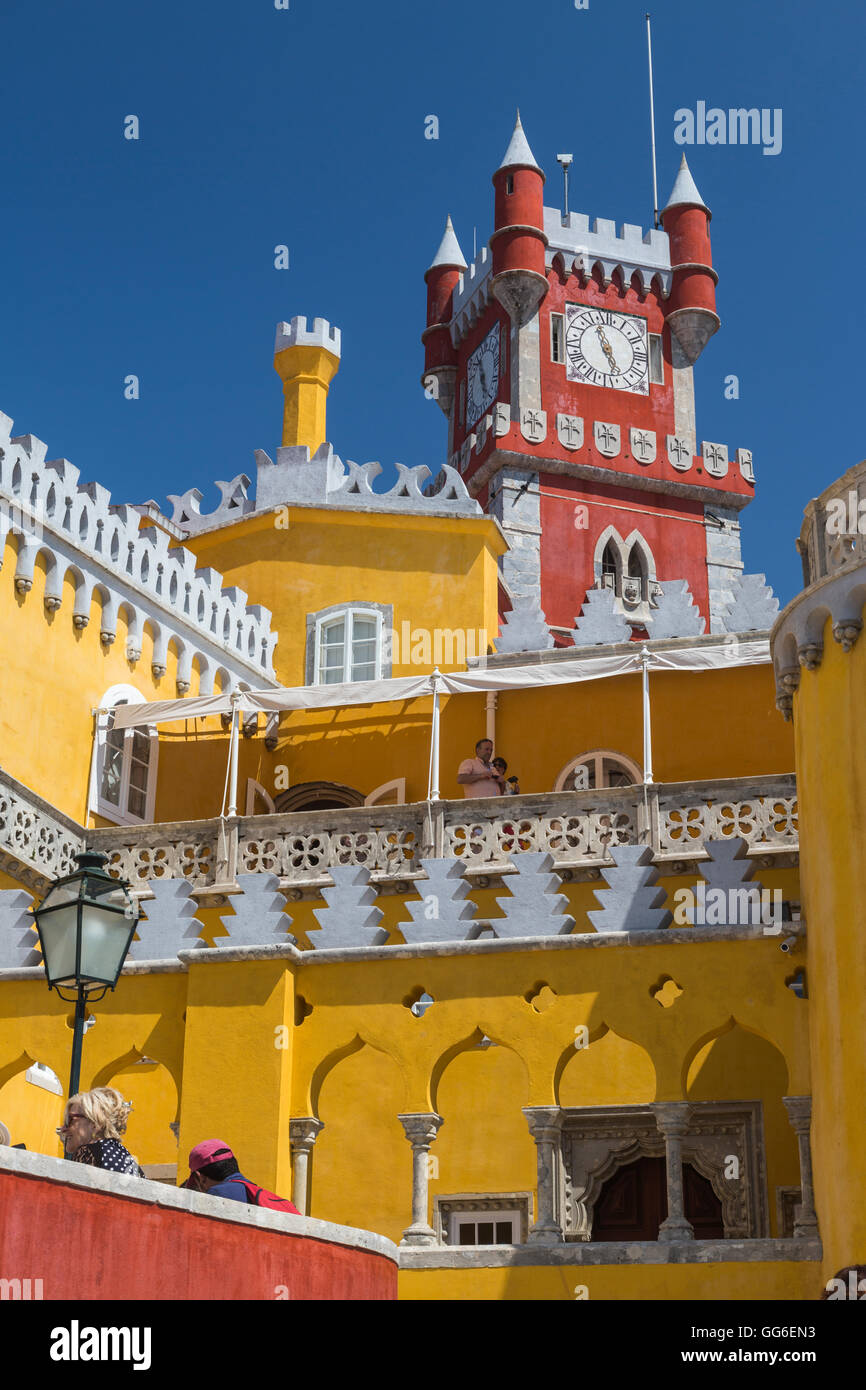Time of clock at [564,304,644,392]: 4:56
